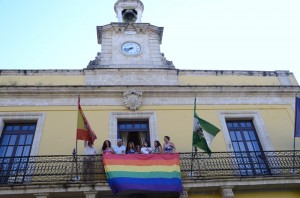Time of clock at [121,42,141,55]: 7:43
